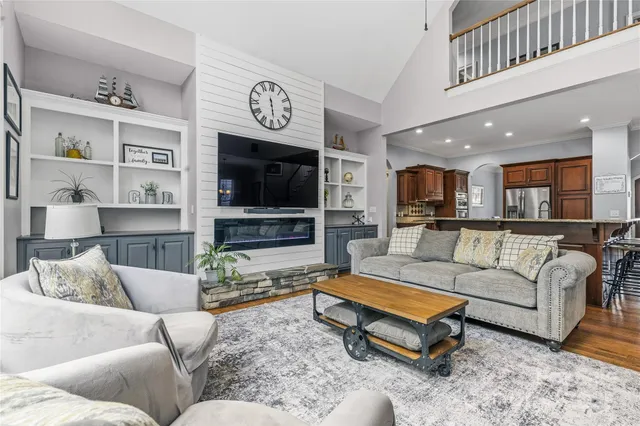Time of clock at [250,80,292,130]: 11:28
